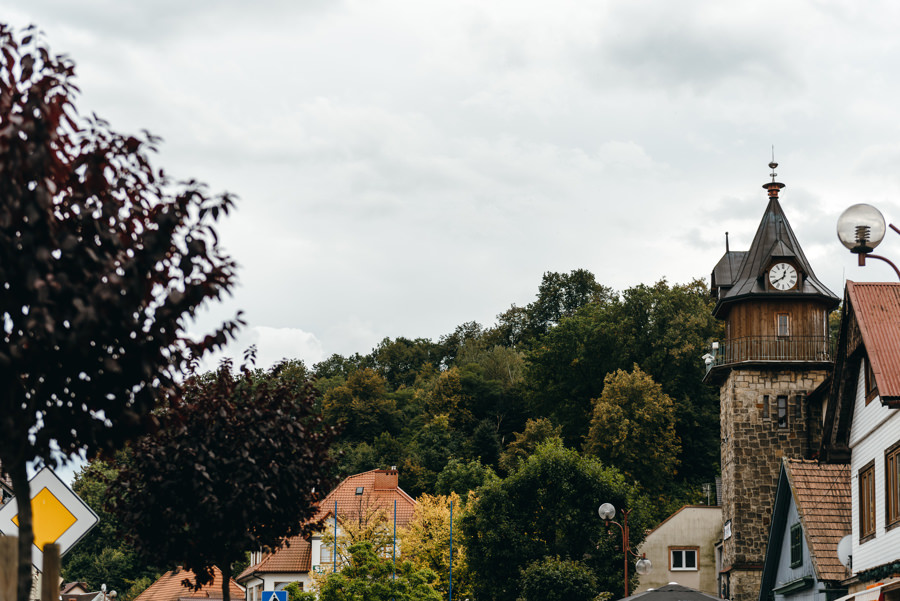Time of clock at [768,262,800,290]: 12:39
